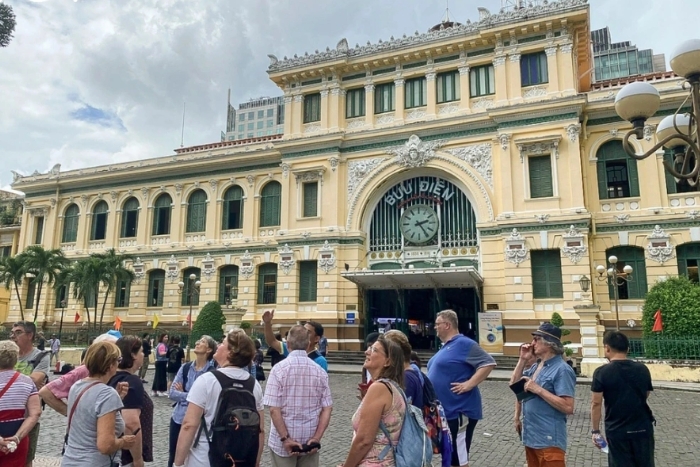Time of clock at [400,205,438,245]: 2:24
